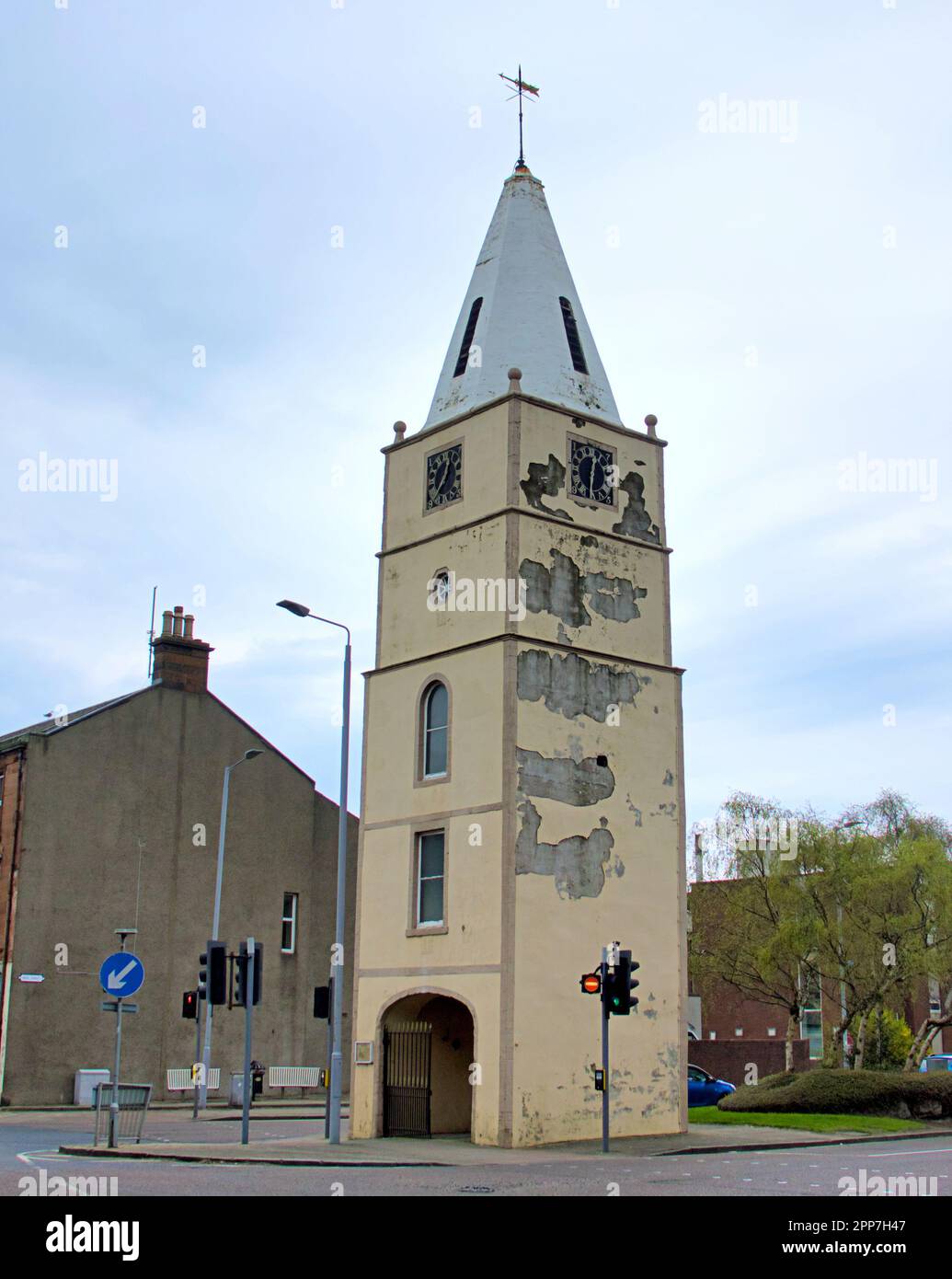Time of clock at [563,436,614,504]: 12:30
